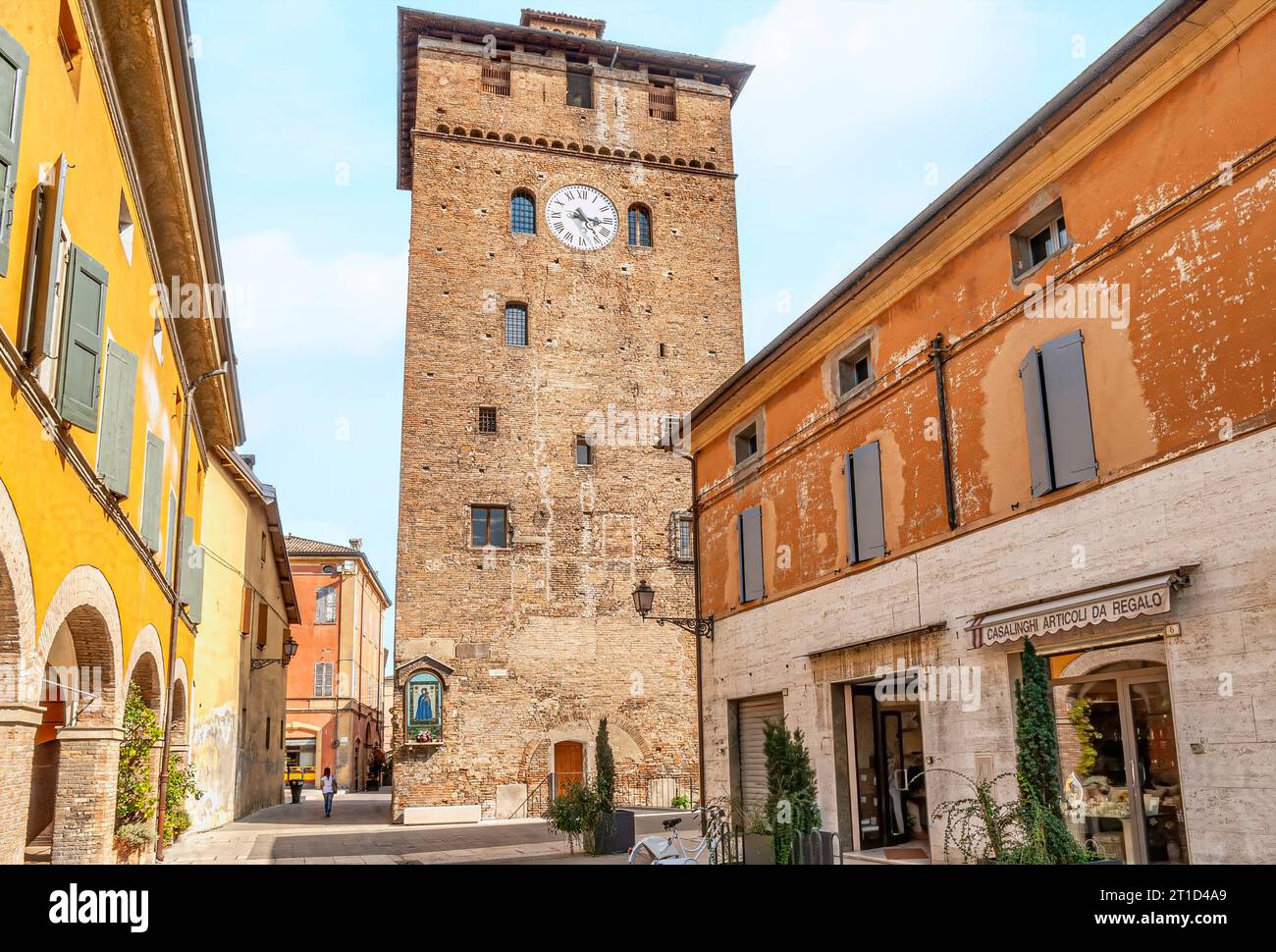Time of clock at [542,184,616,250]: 4:16
